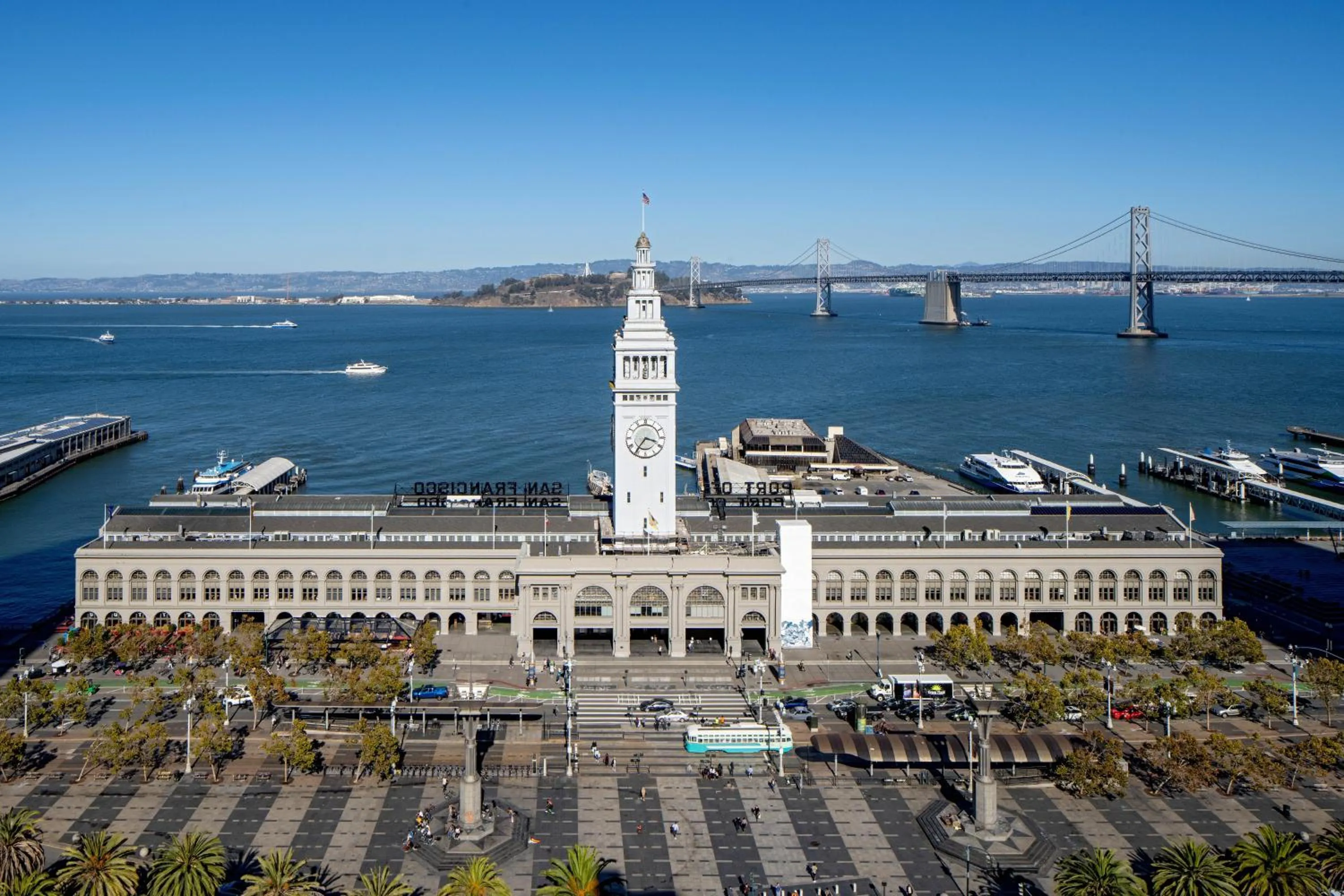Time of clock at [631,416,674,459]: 3:35
